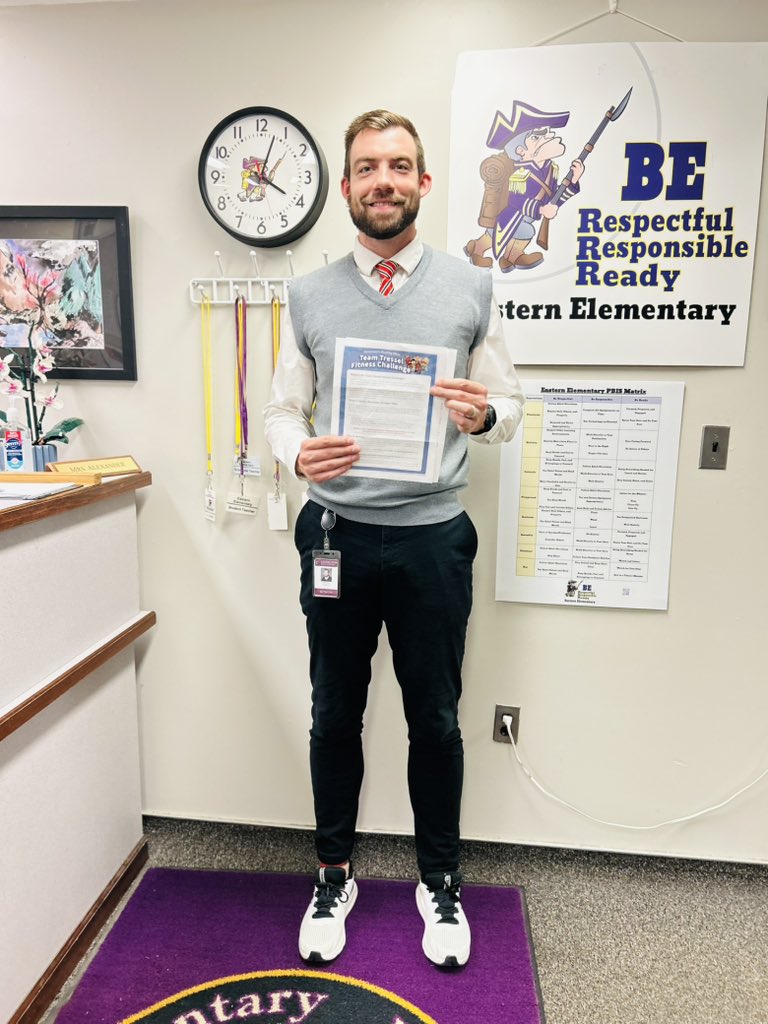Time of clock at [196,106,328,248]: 4:03
